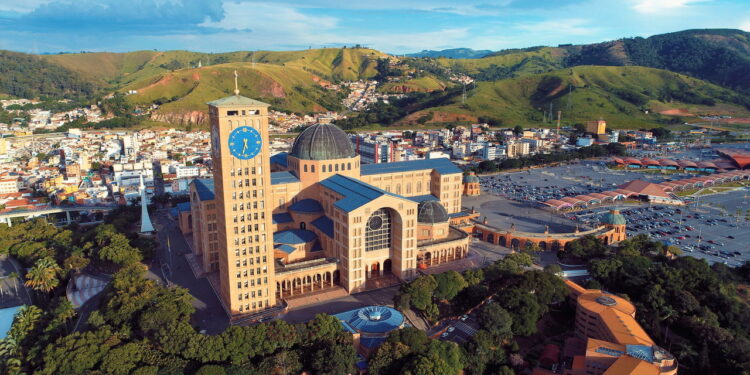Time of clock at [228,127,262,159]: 5:33
